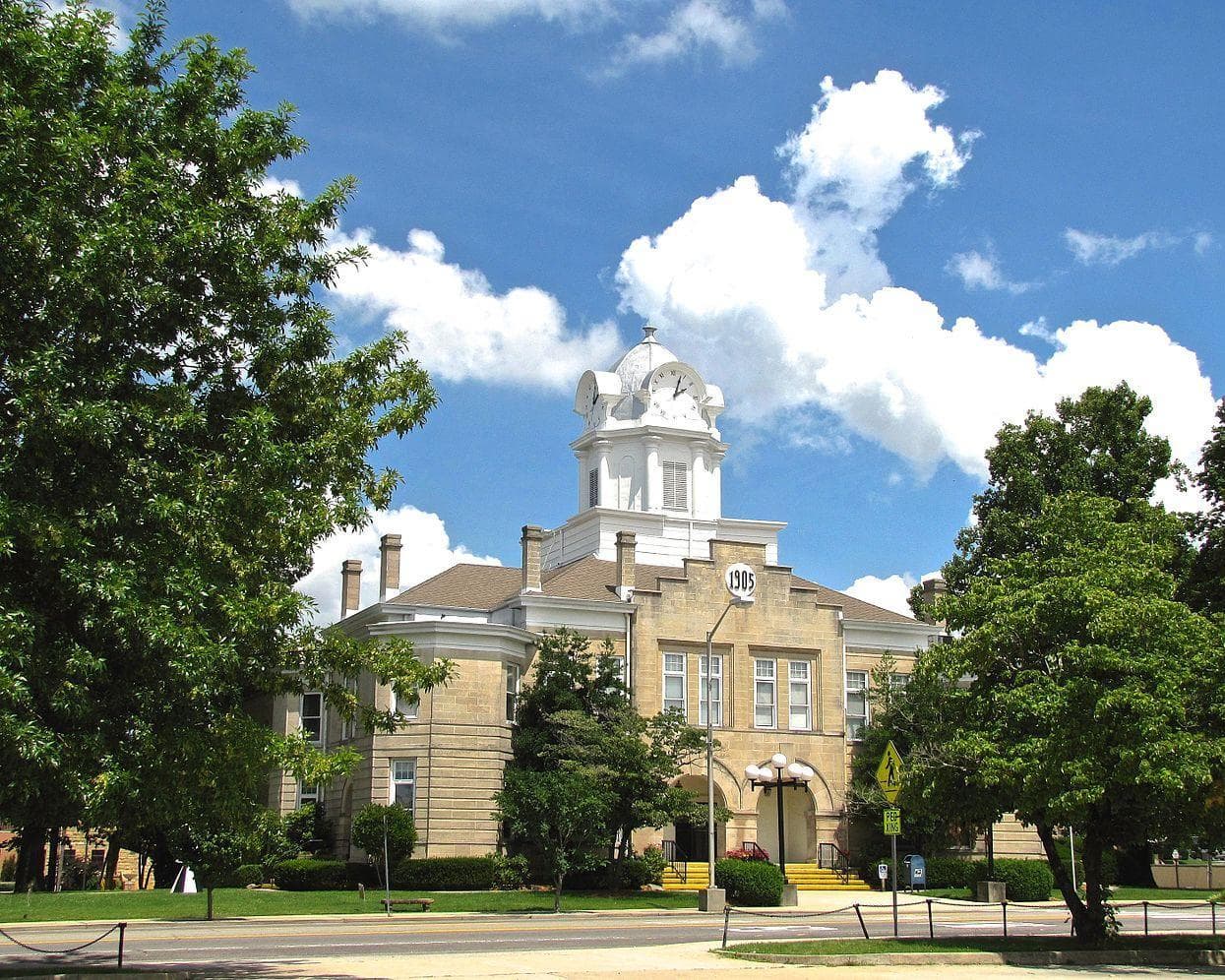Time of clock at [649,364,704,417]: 2:03
